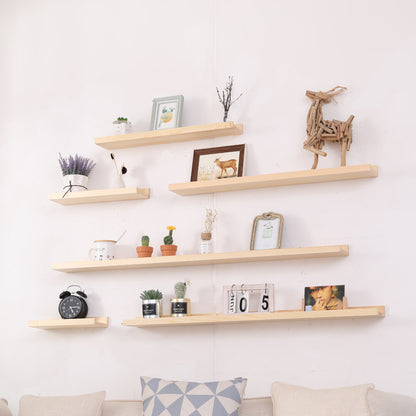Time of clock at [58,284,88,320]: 5:14
